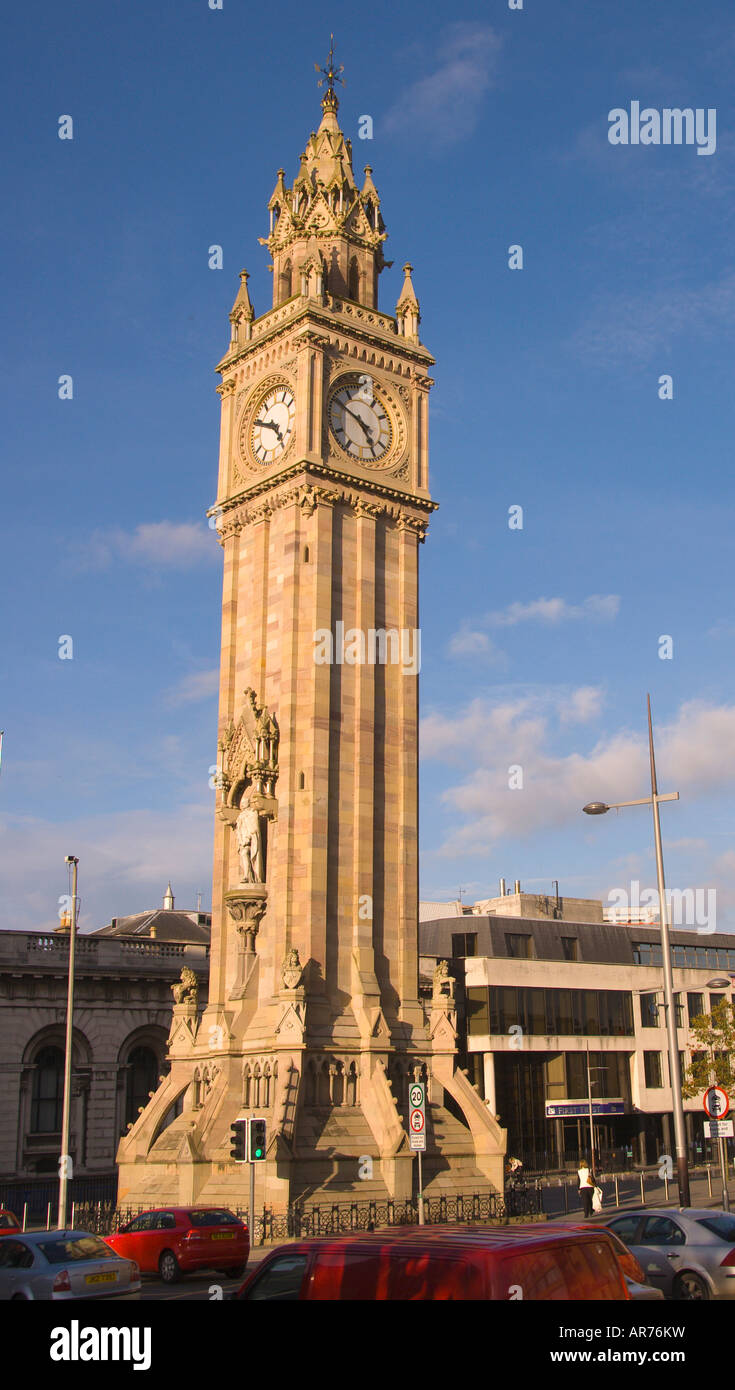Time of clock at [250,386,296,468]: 4:49
